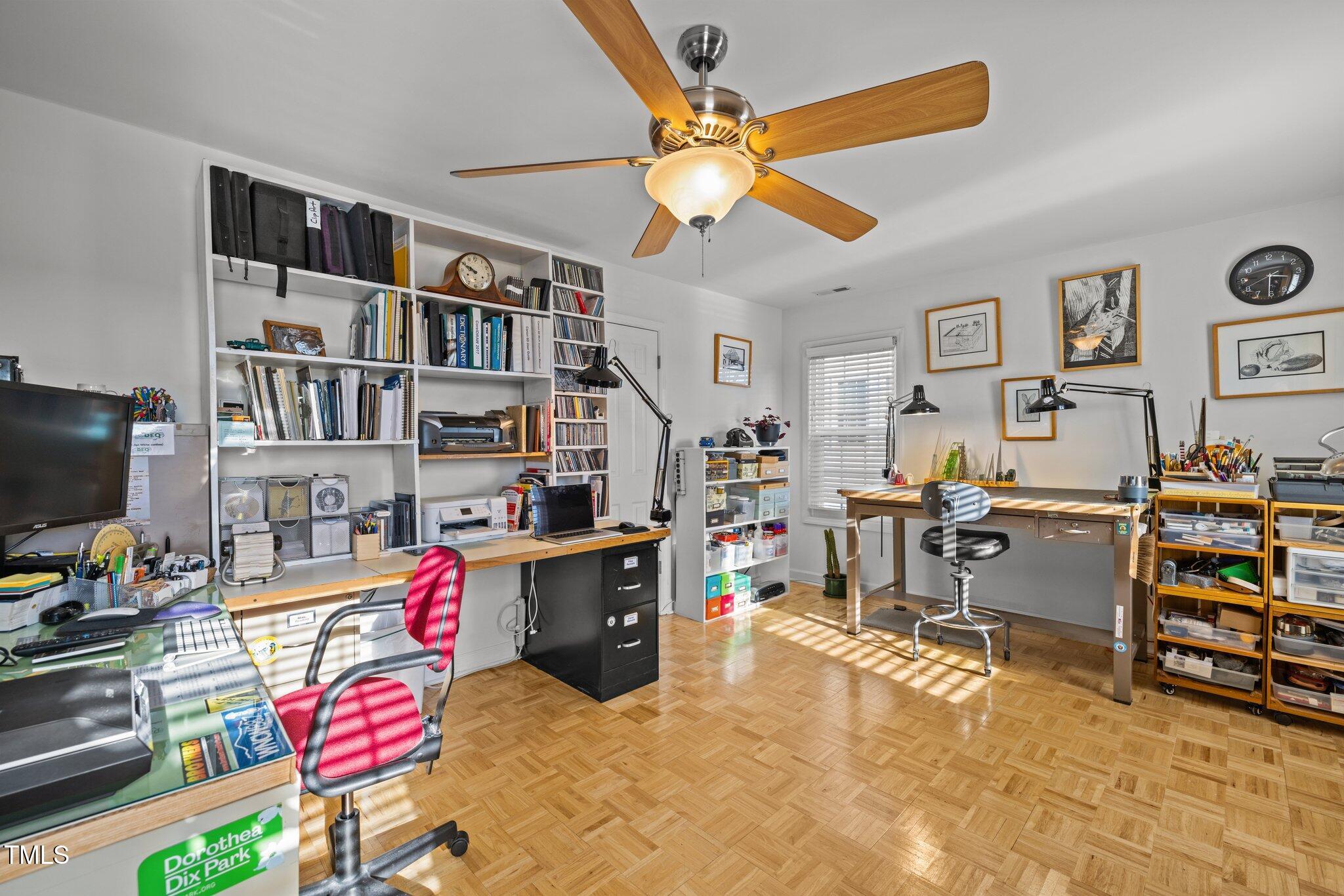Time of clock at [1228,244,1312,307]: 3:30
